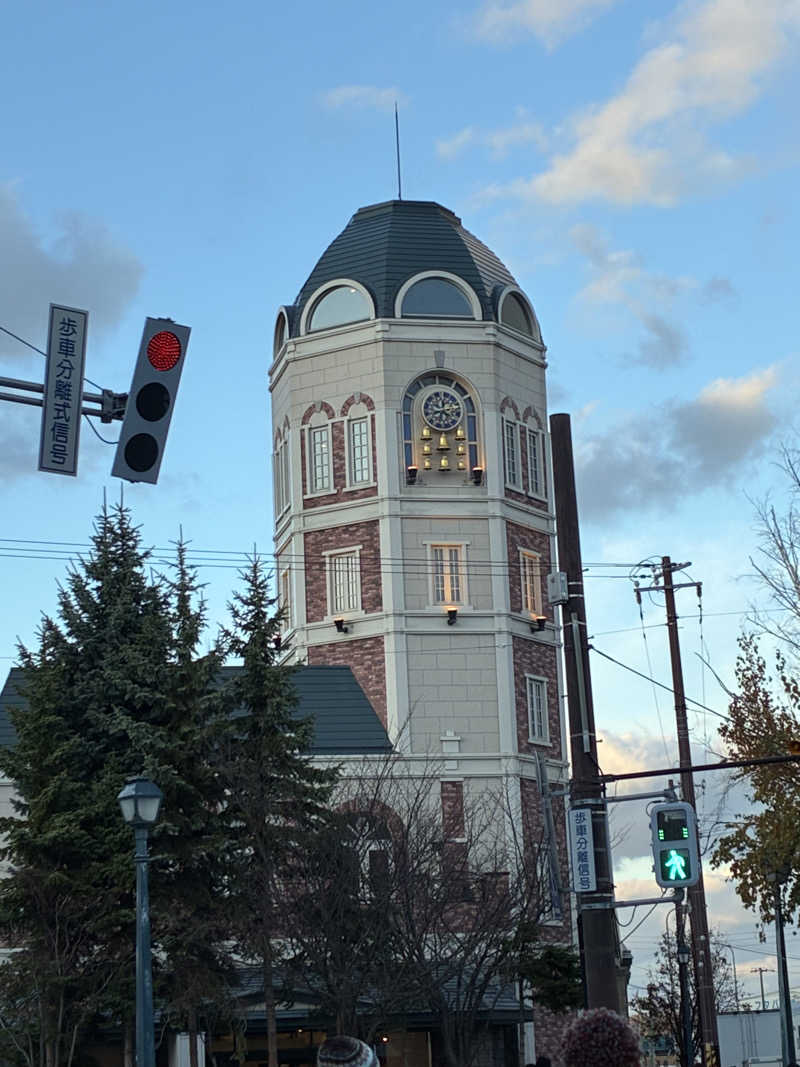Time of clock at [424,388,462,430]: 11:32
